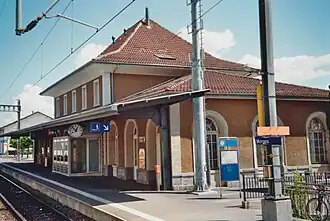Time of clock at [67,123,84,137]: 12:53
